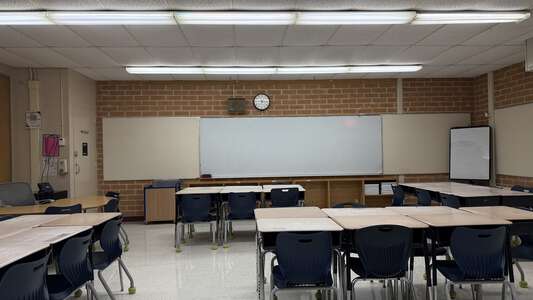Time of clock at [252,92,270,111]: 7:15
